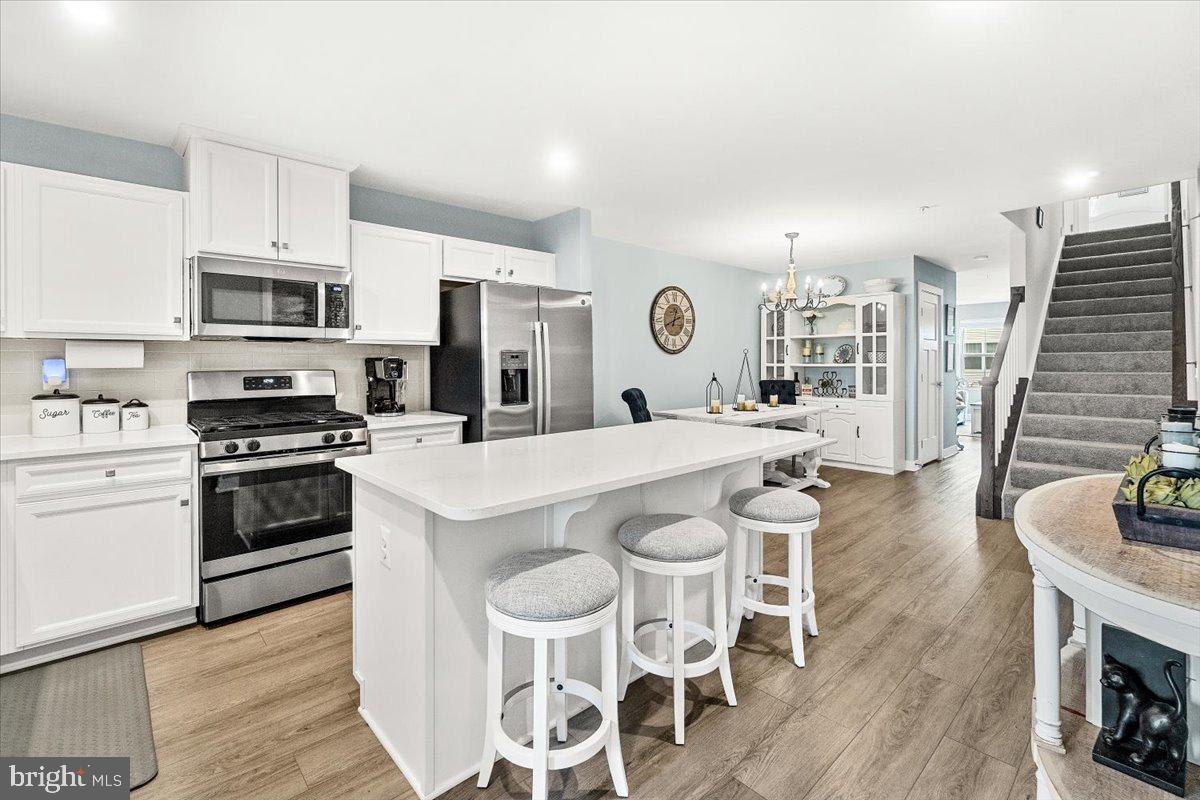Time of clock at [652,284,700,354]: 12:41
